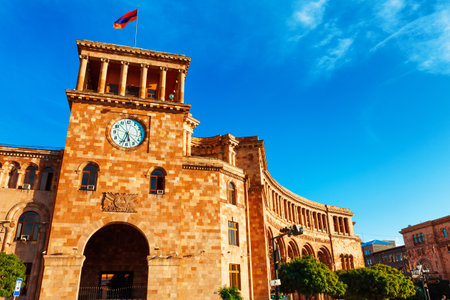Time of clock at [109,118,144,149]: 5:33
